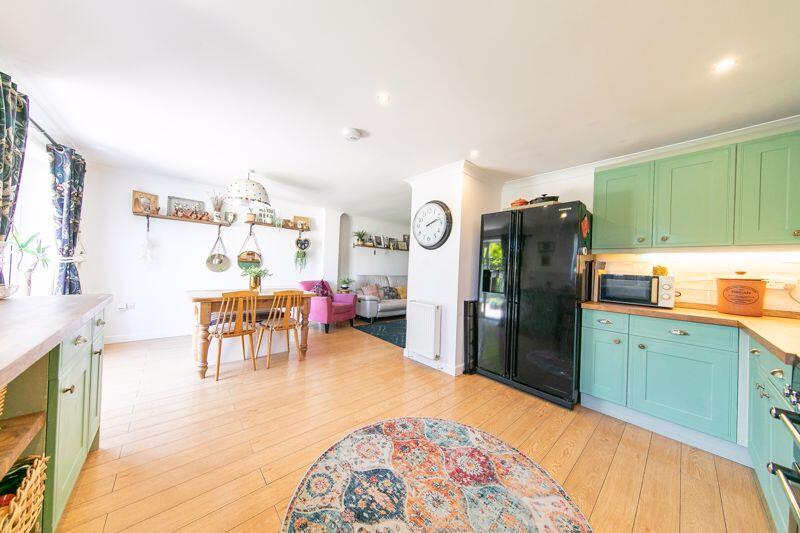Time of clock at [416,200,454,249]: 2:11
